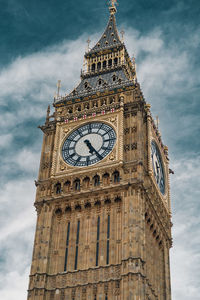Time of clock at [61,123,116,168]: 5:24
